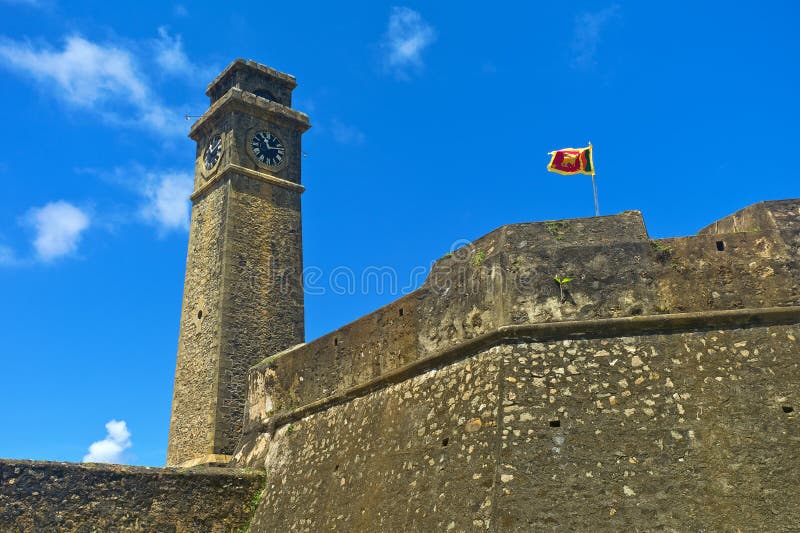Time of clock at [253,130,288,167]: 11:13
